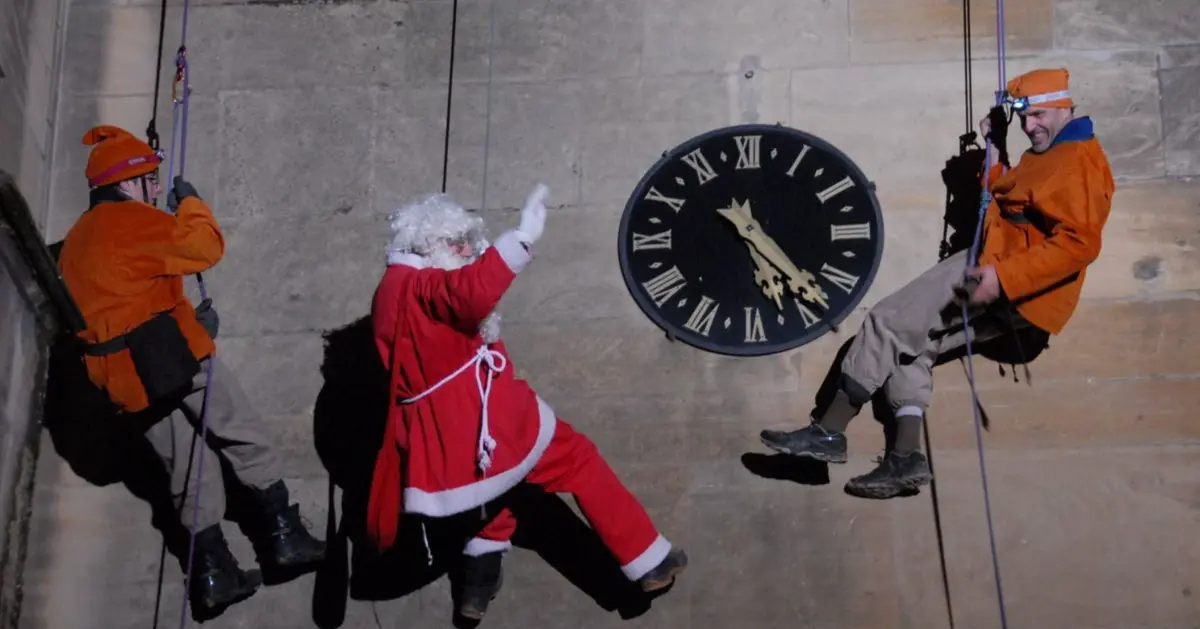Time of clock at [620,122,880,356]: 5:23
